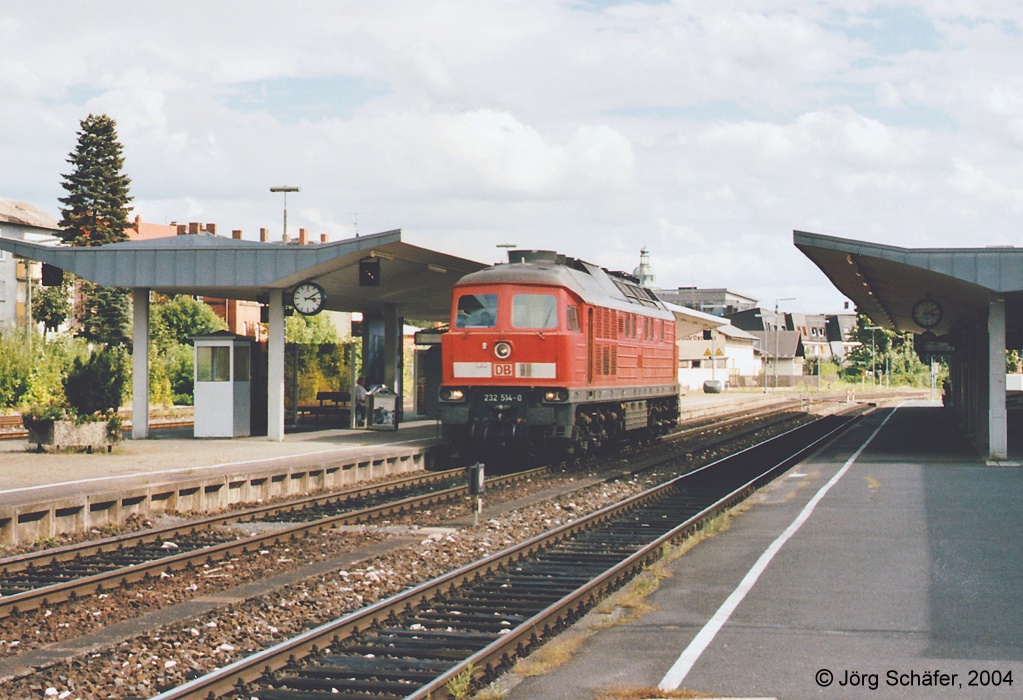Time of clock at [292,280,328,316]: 3:09
